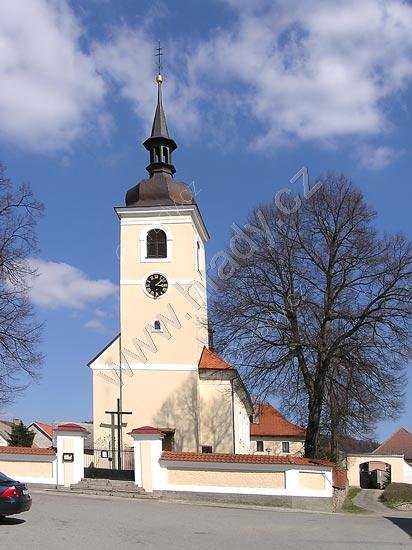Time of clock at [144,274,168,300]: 1:16
